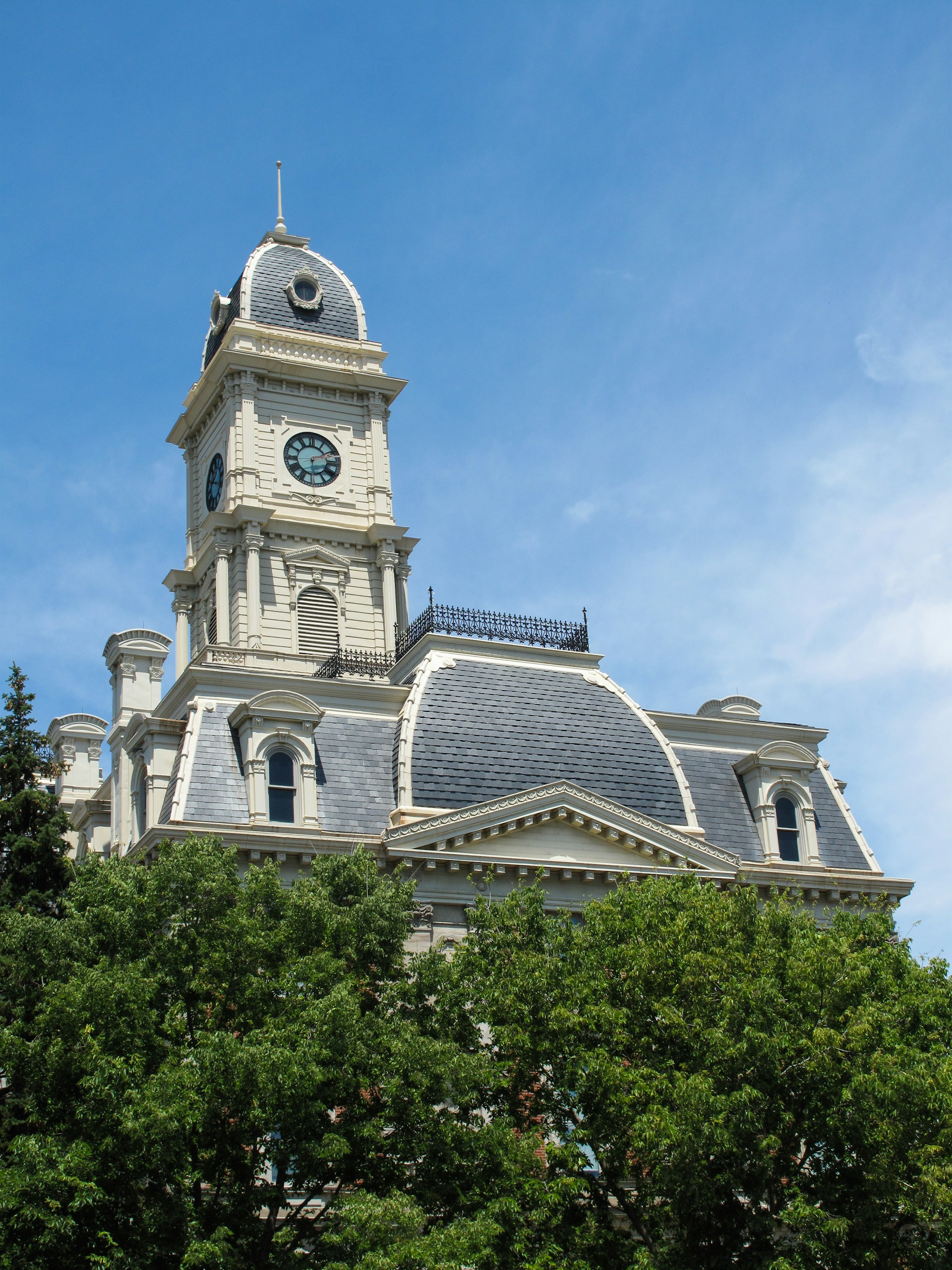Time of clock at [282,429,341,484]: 6:10
